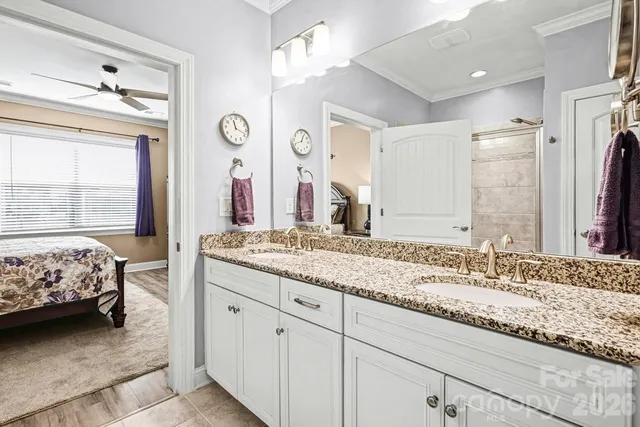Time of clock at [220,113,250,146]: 11:18
